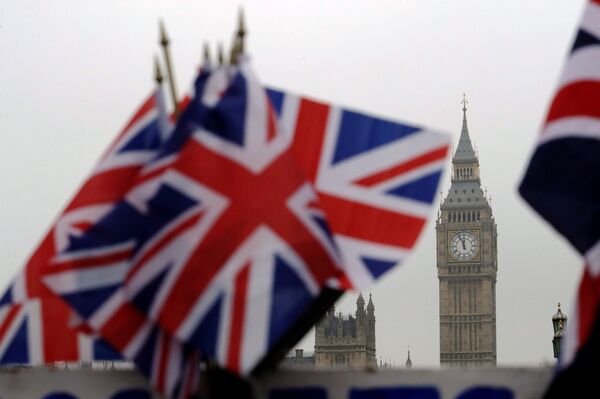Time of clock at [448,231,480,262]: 11:56
